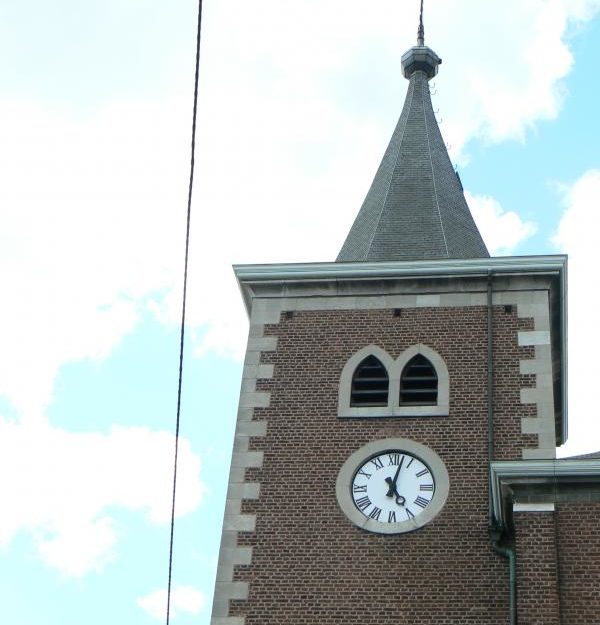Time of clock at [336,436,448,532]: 5:02
